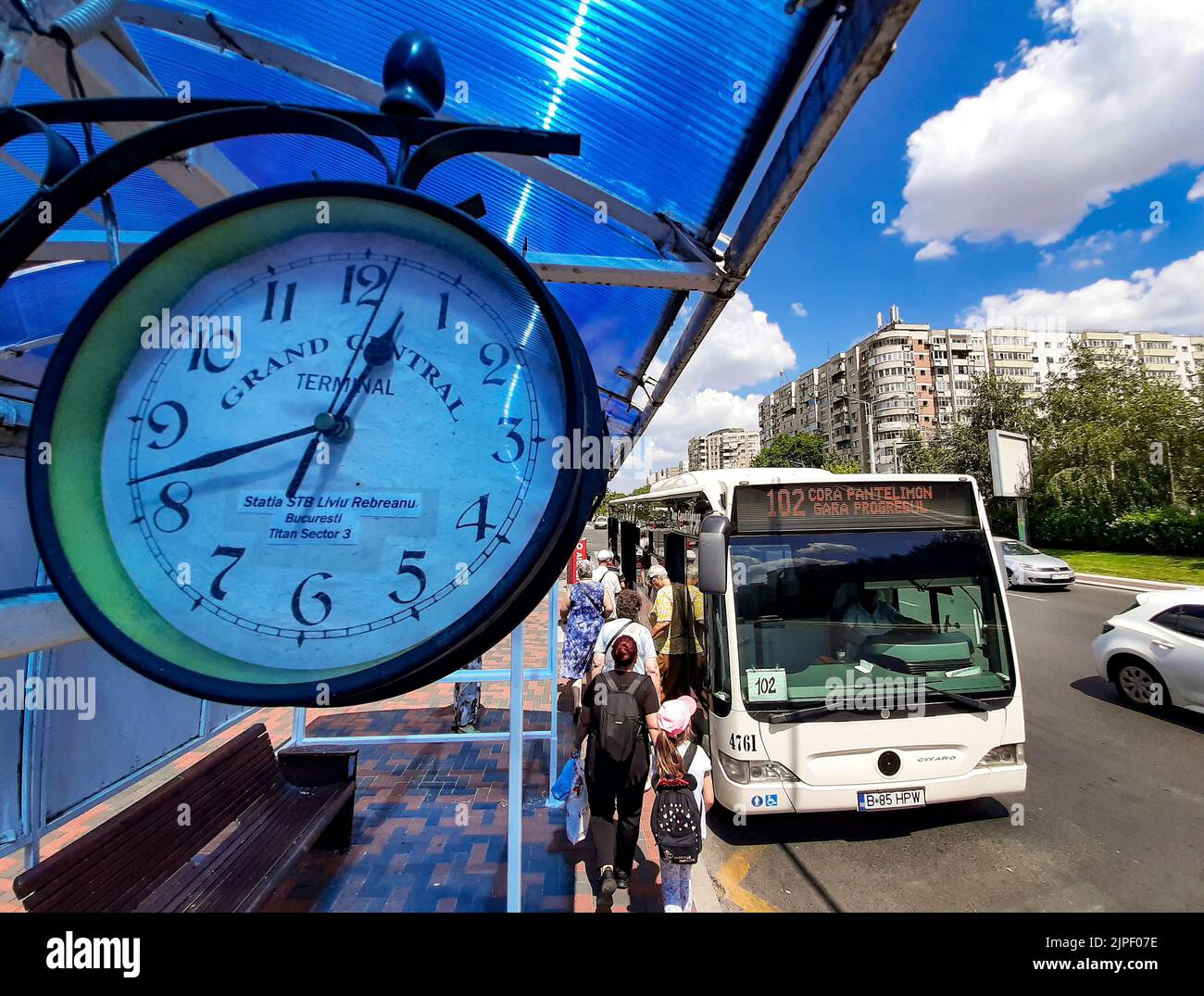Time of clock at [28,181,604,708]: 12:41
